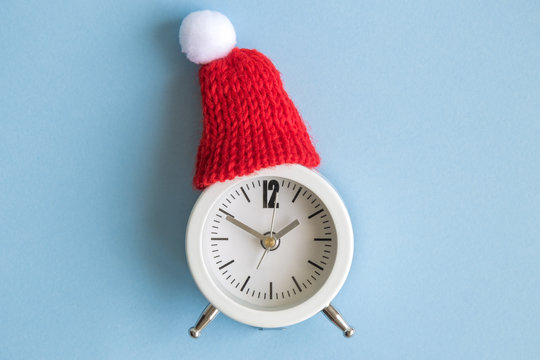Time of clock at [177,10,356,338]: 1:50
